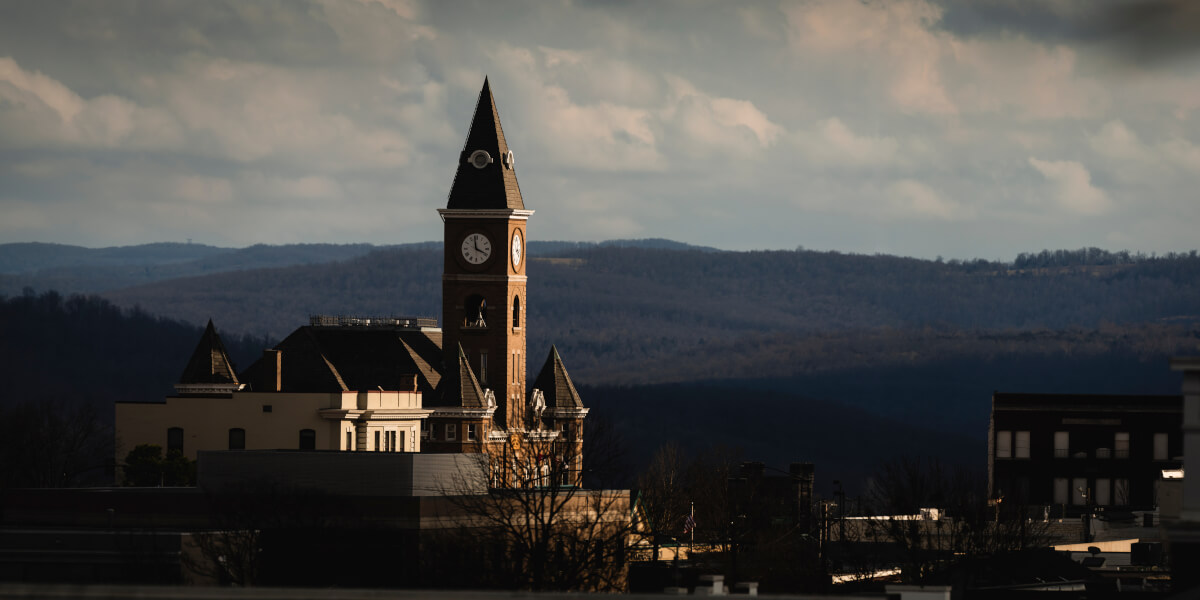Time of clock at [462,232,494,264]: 3:58
